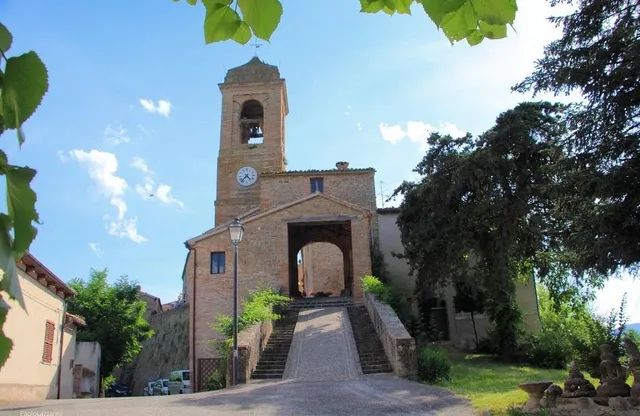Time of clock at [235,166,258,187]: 4:36
